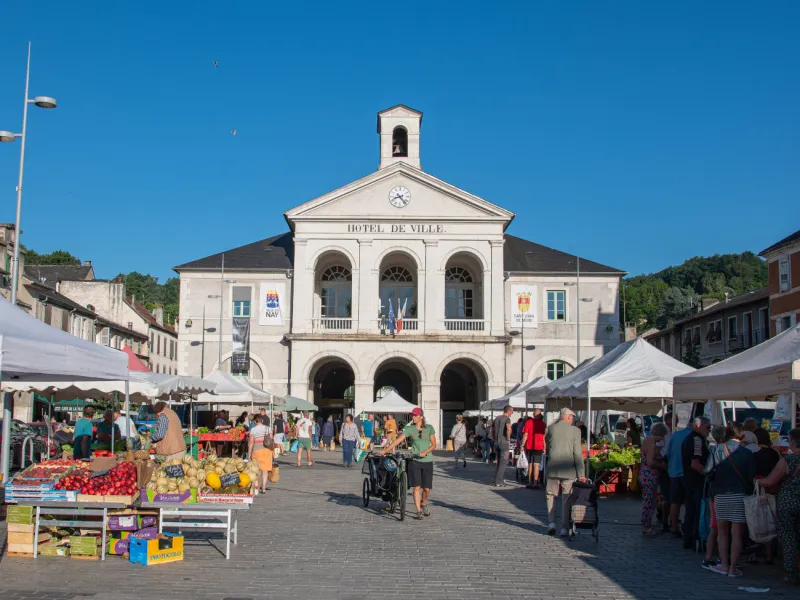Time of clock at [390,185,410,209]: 8:23
